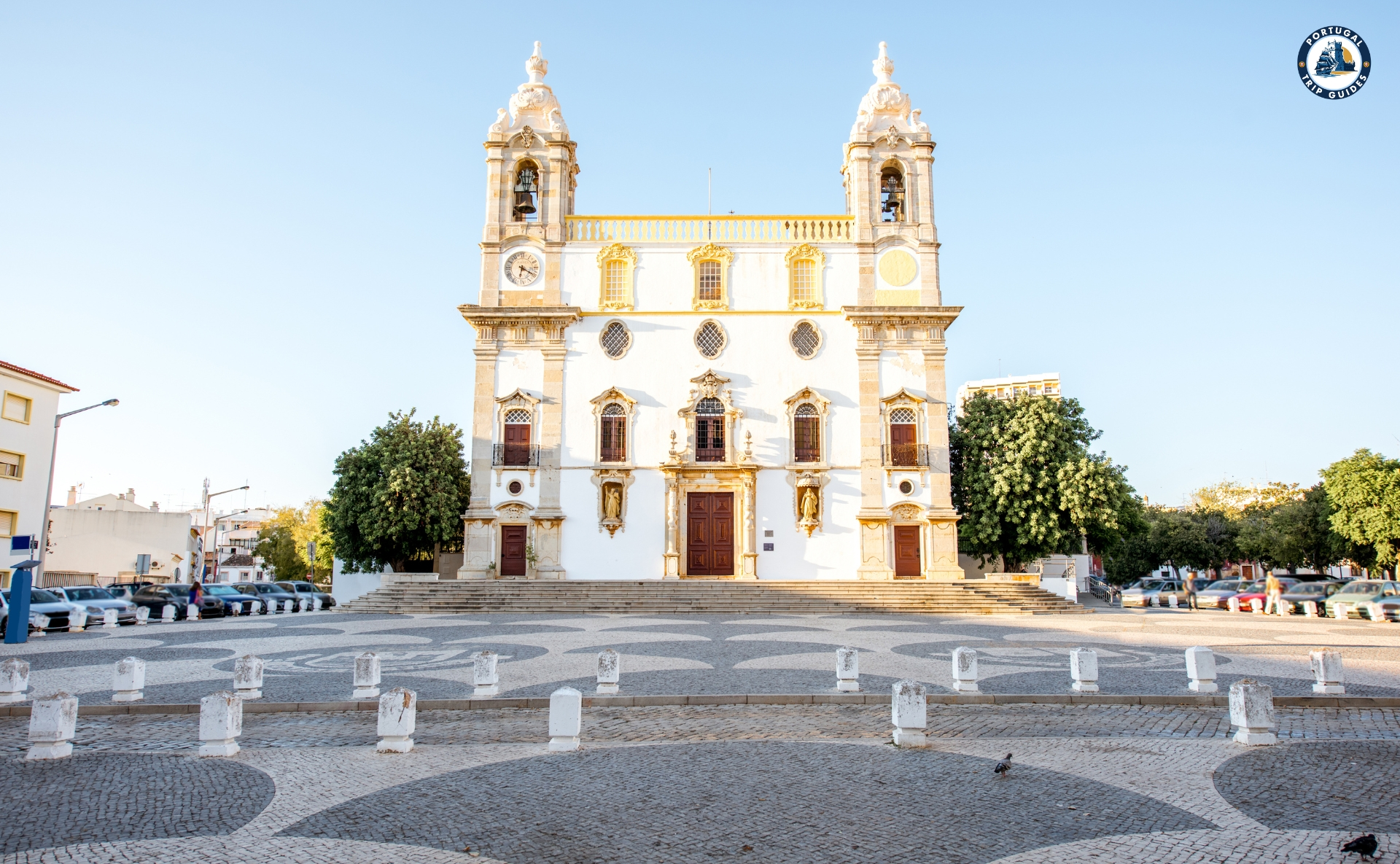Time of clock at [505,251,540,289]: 6:20
